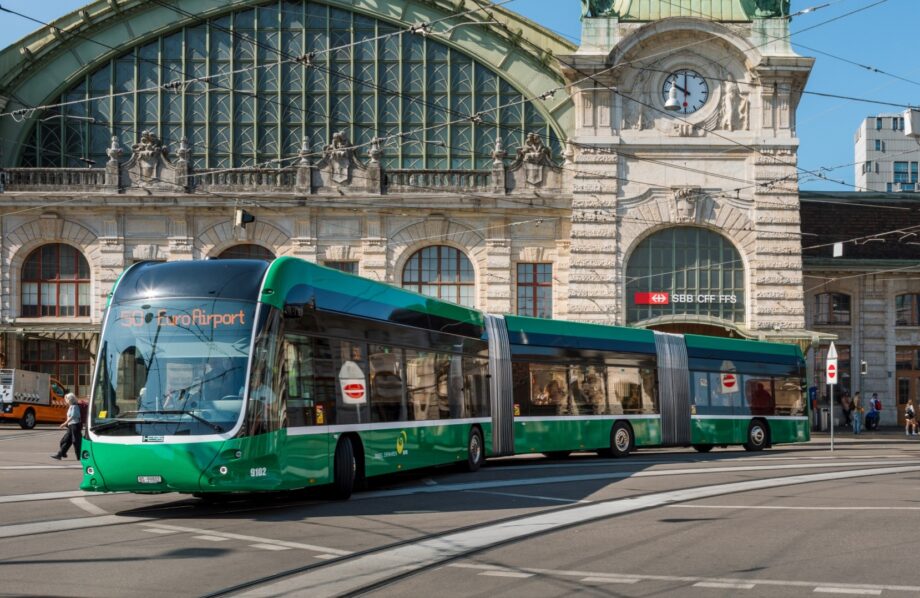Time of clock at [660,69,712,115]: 10:00
